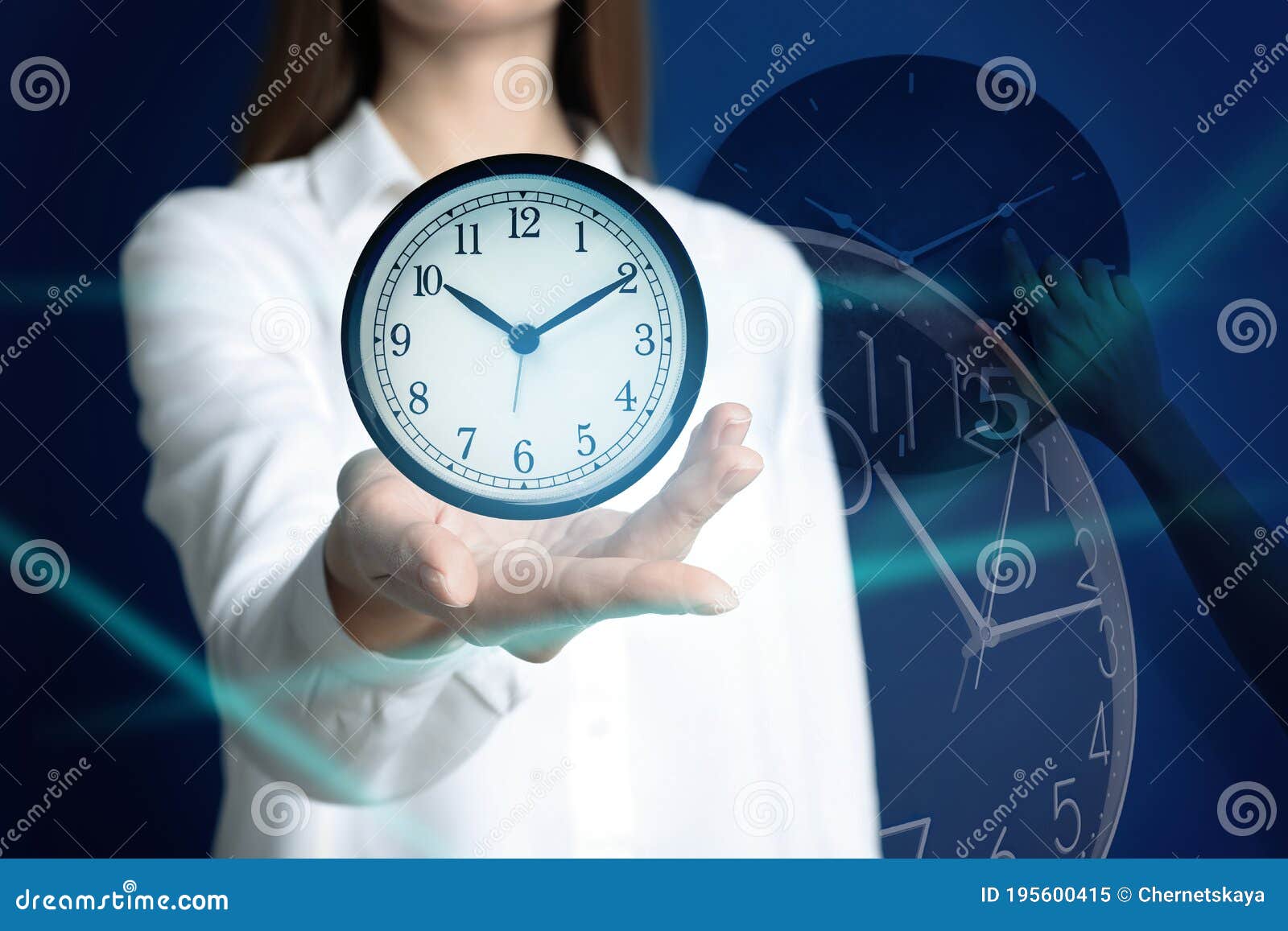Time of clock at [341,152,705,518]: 10:10
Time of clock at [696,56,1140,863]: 10:10
